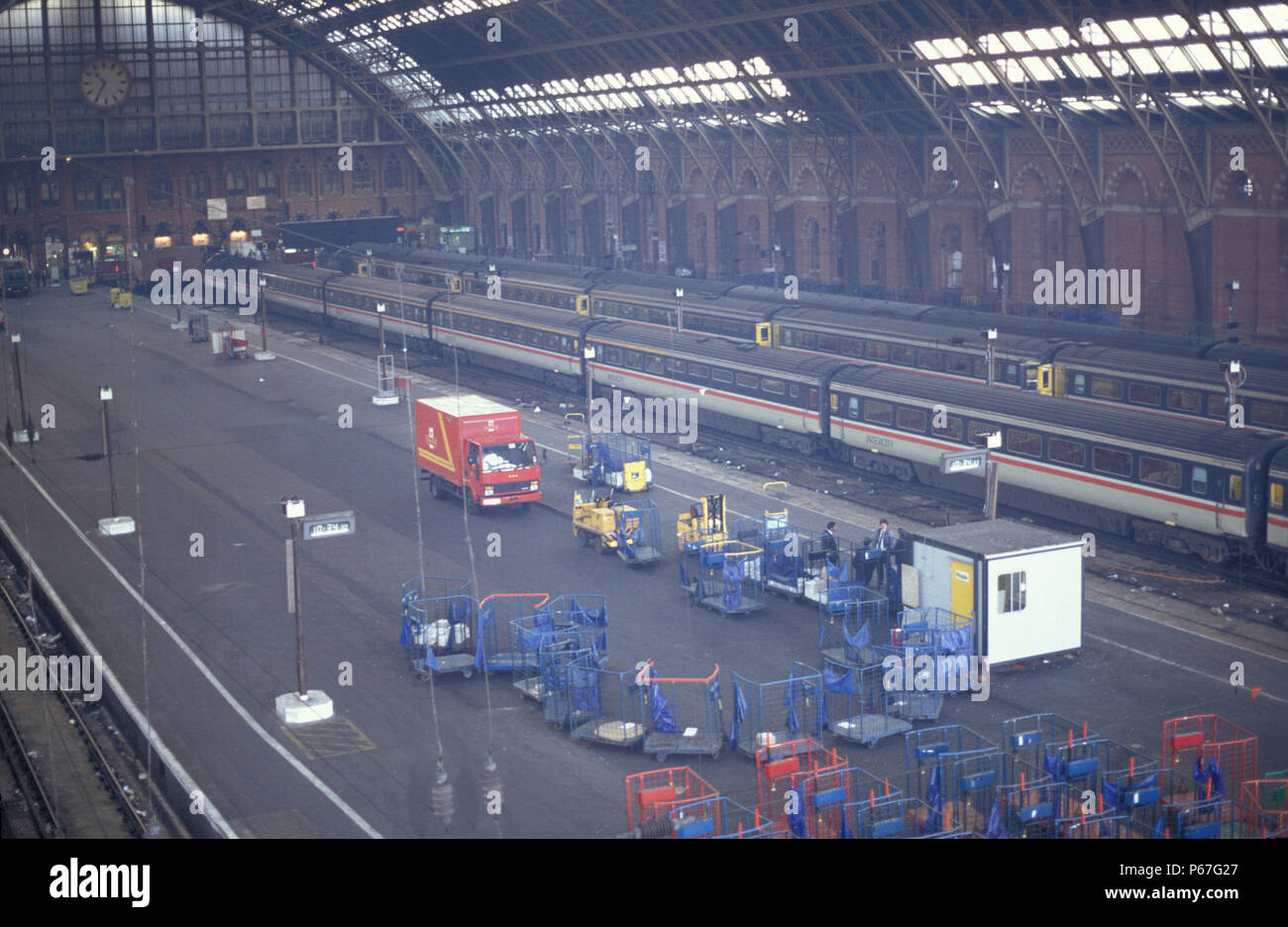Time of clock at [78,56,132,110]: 10:35
